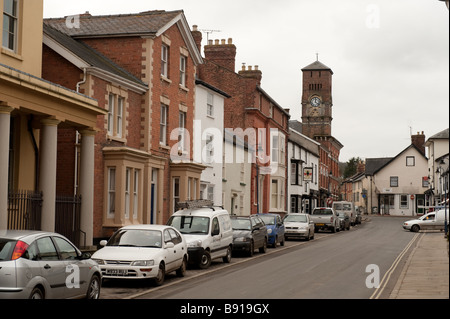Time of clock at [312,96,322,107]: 12:22
